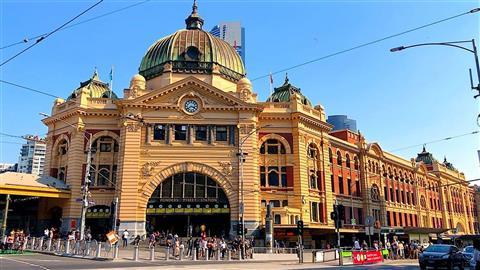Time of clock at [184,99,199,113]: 3:39
